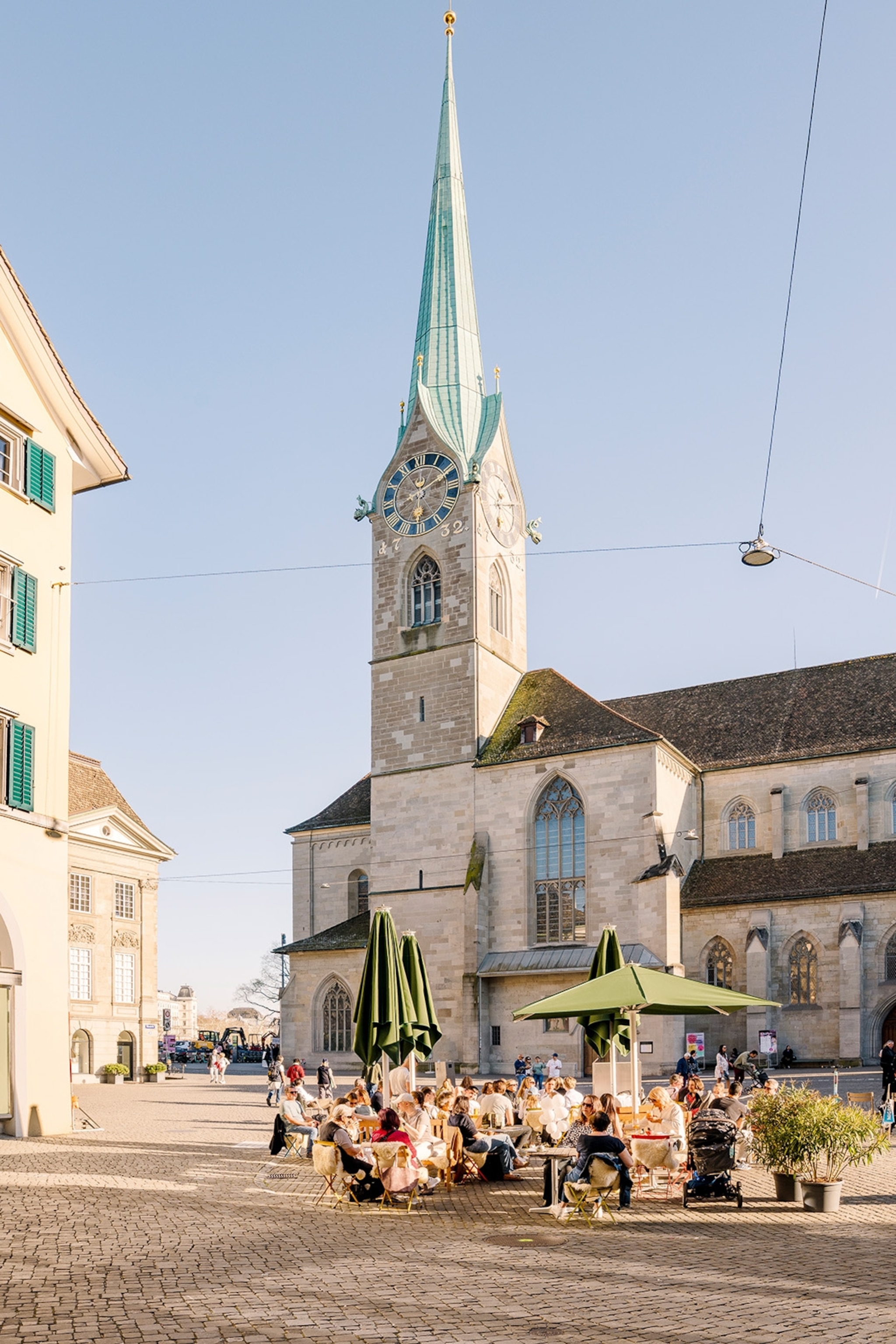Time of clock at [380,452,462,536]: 6:10
